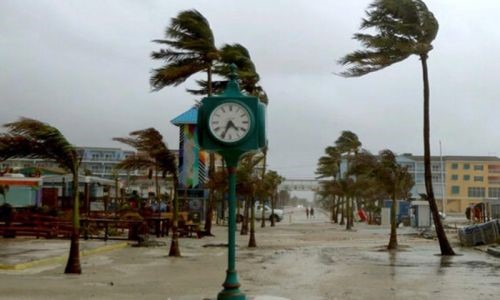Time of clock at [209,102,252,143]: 4:34
